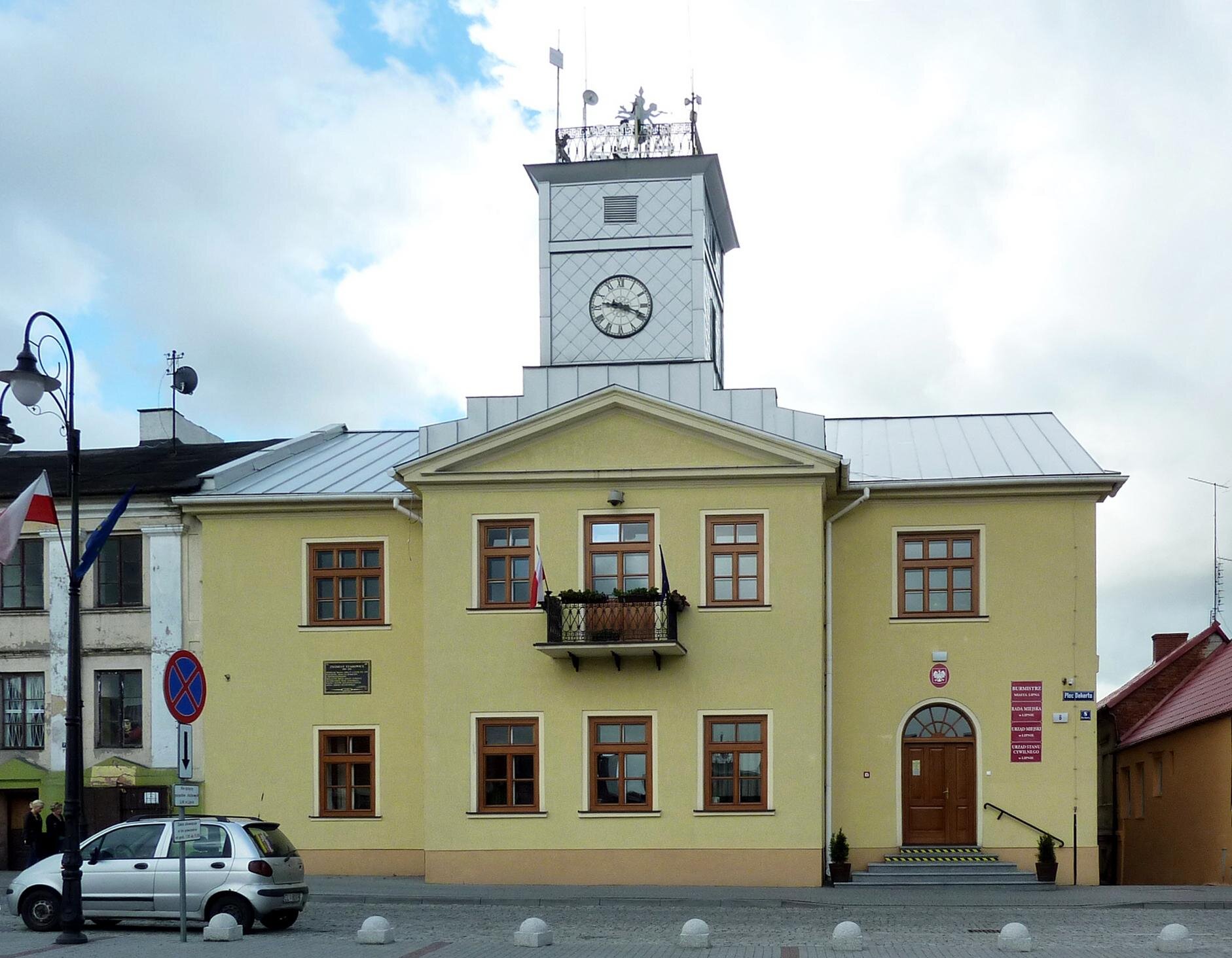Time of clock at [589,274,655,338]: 9:18
